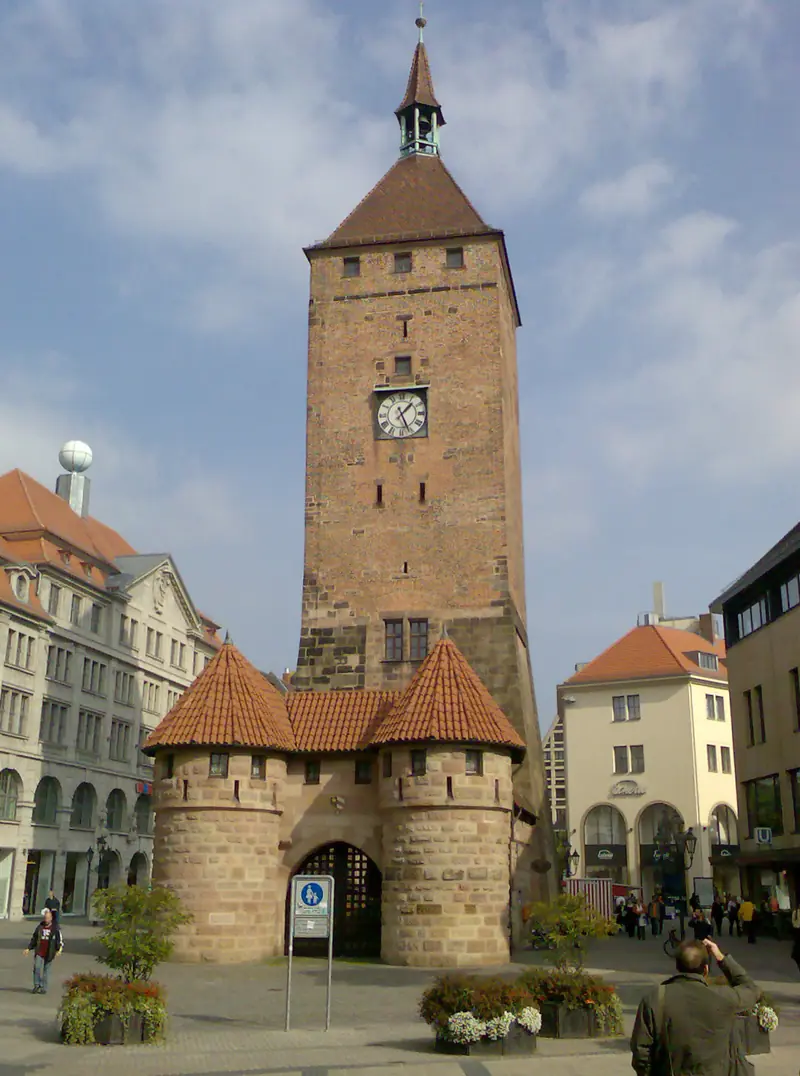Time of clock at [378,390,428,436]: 1:26
